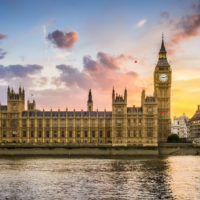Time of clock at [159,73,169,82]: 9:12
